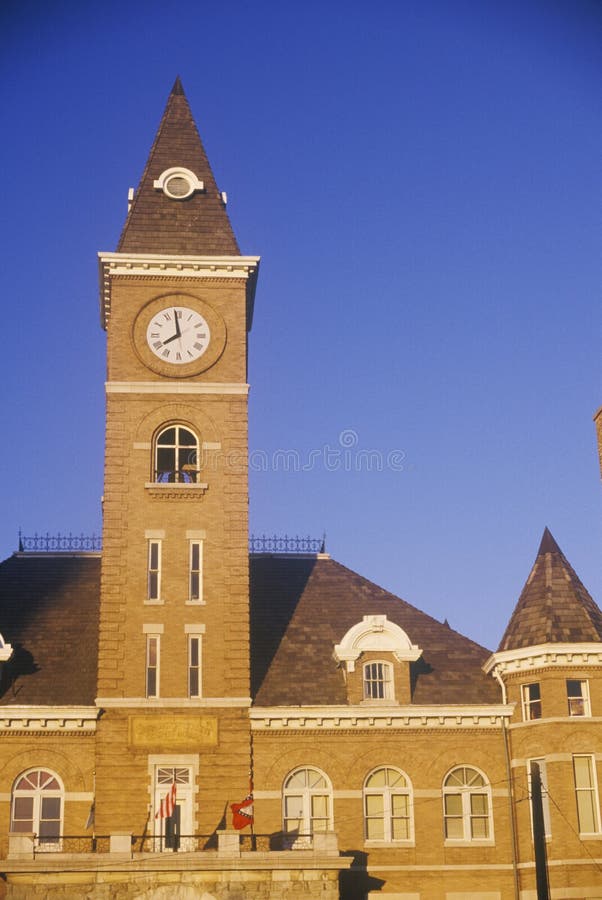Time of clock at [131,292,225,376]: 7:58
